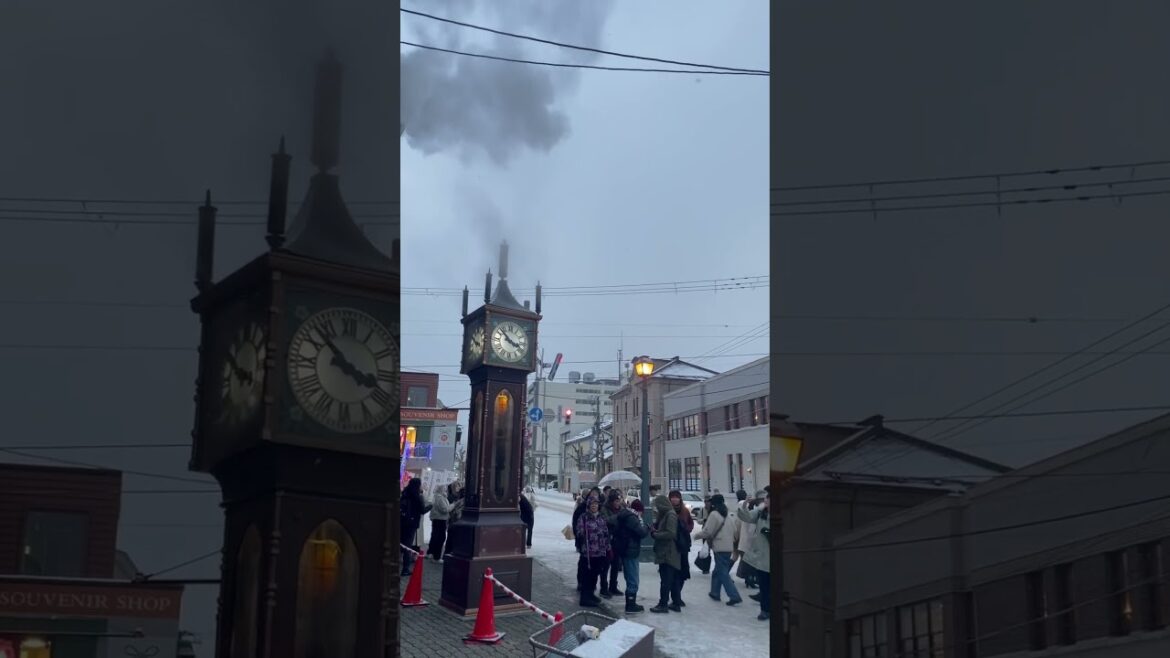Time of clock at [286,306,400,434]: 3:52
